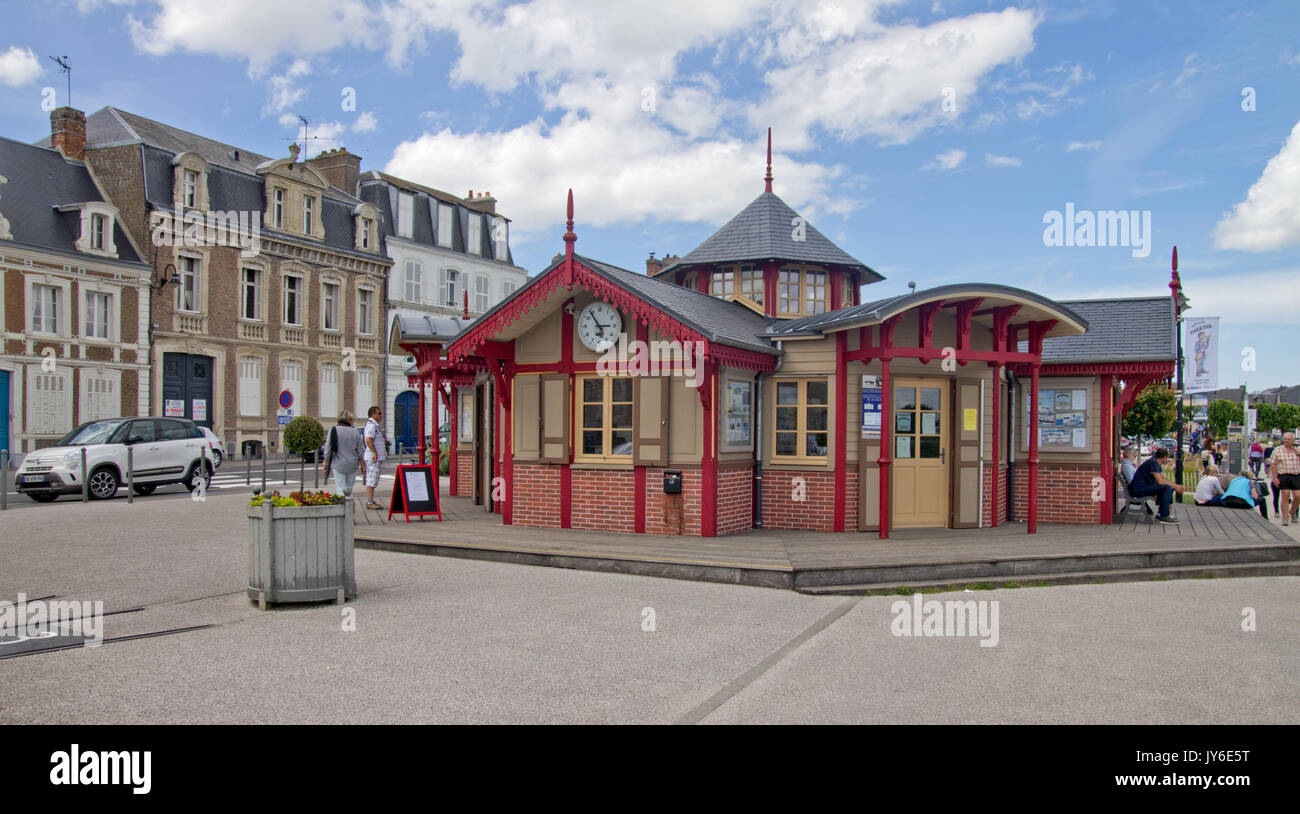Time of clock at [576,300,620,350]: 2:53
